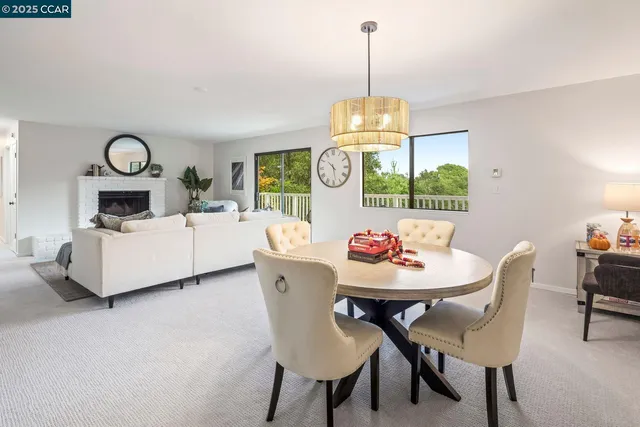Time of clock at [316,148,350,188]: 10:28
